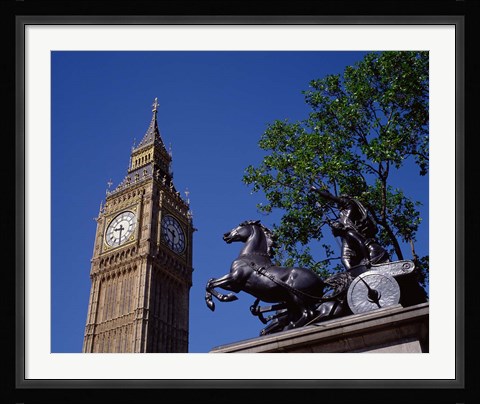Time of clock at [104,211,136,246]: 9:30
